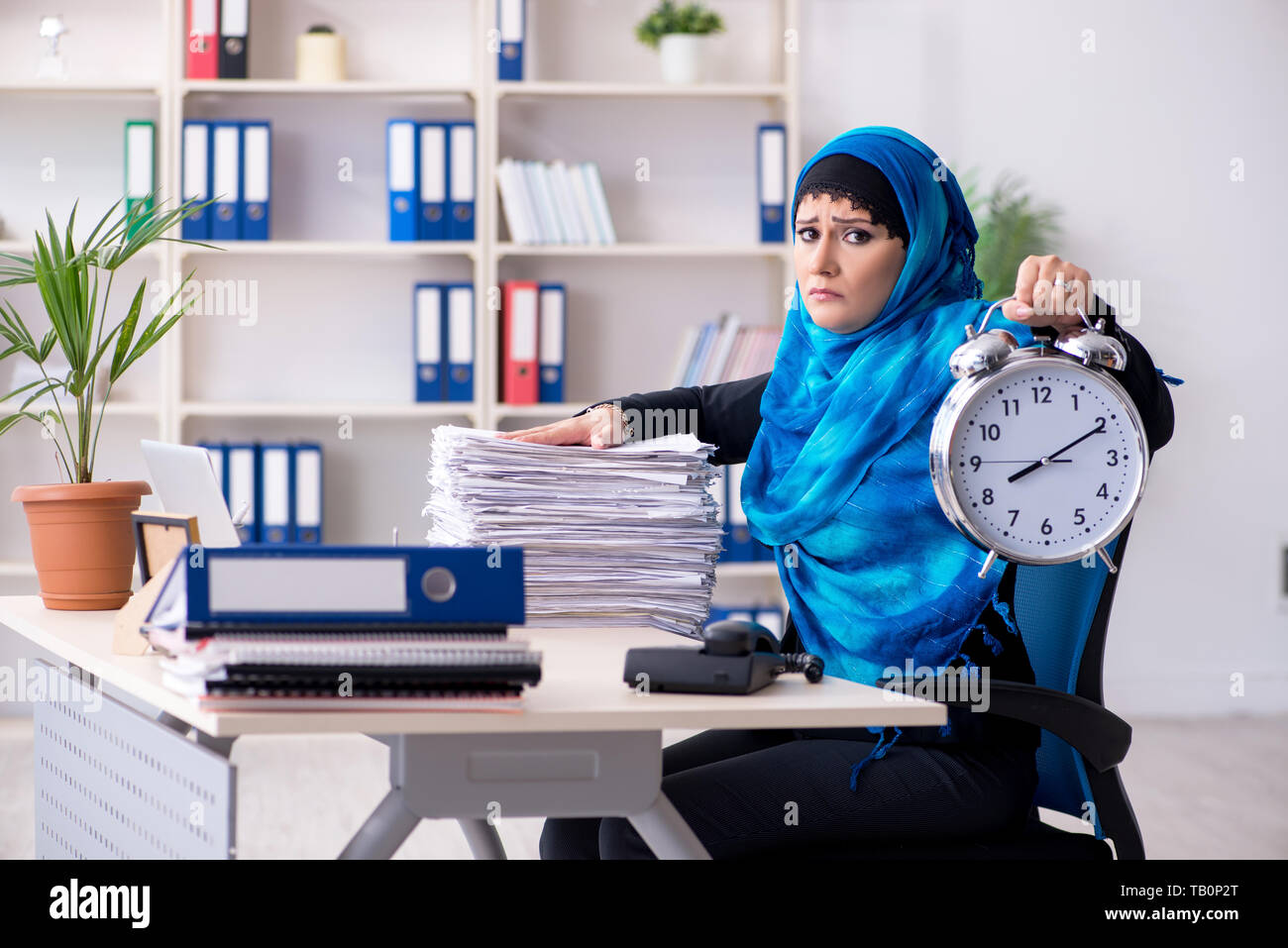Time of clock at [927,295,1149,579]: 8:10
